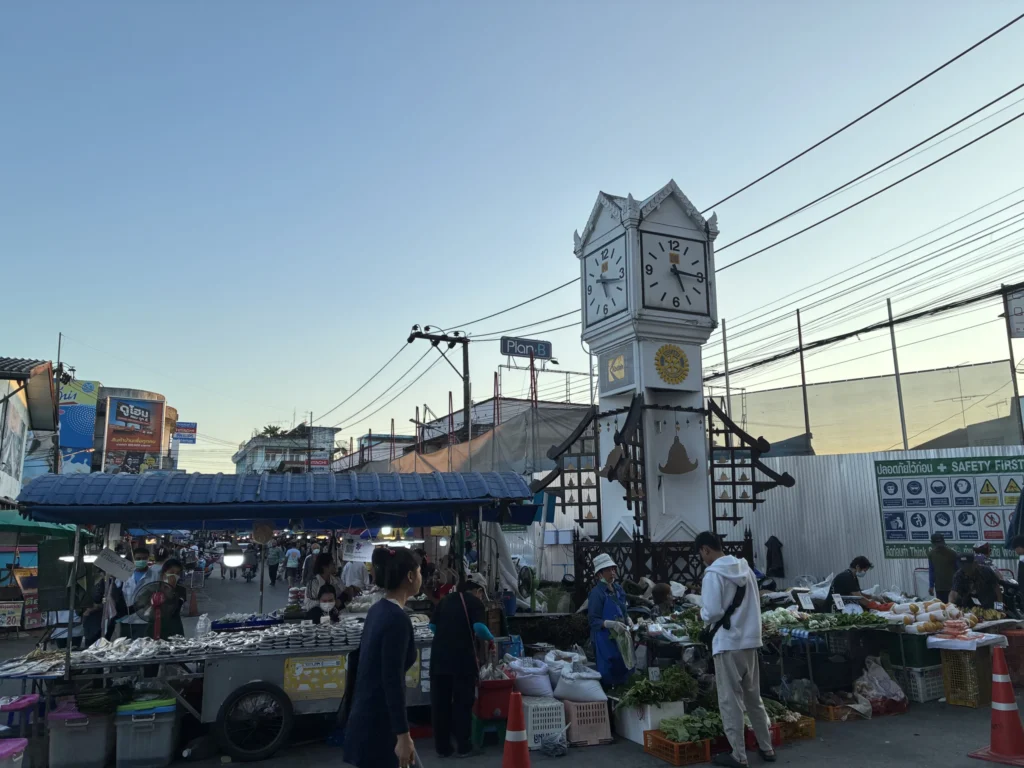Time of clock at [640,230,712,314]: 5:15
